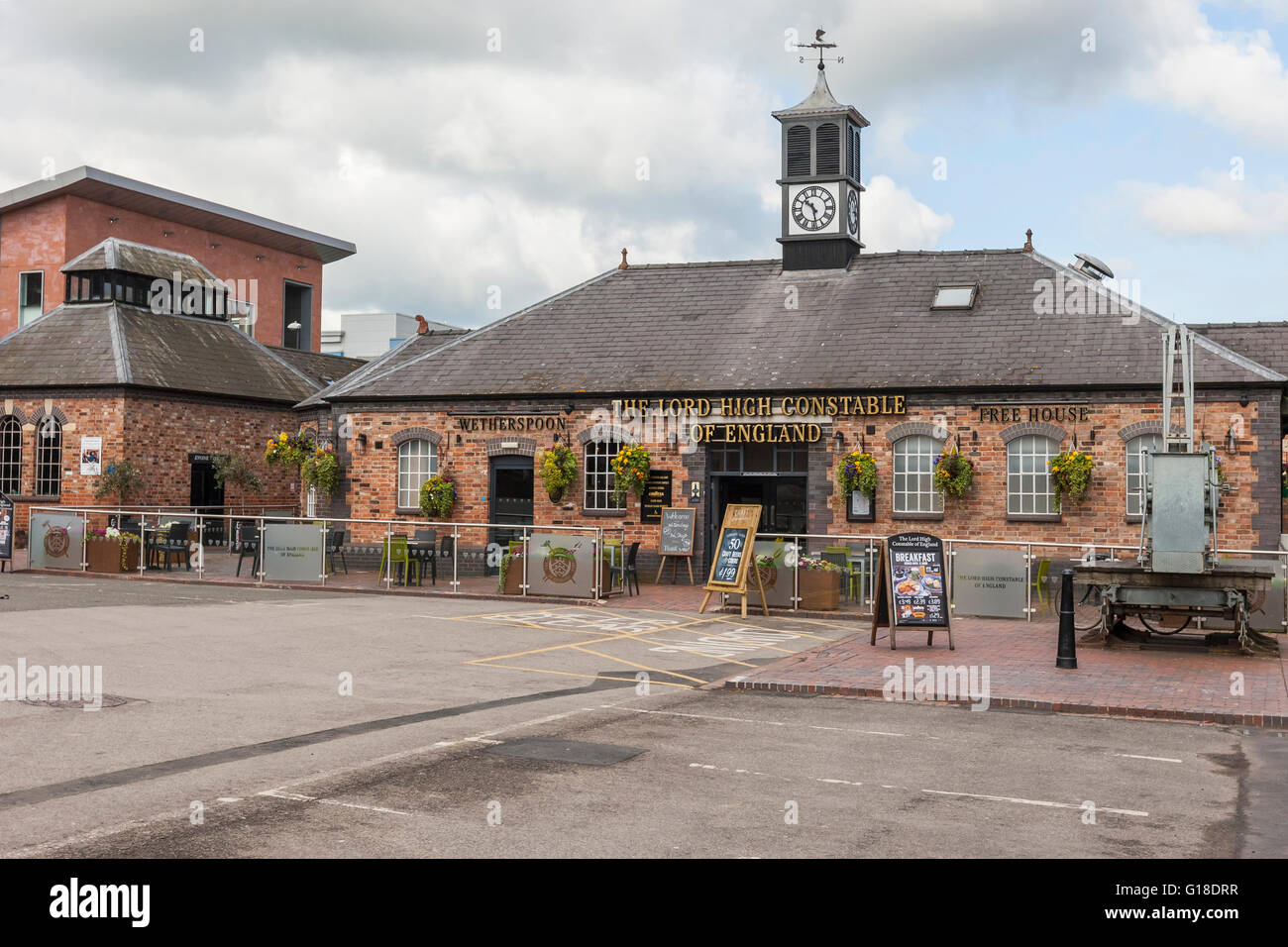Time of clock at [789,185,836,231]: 10:28
